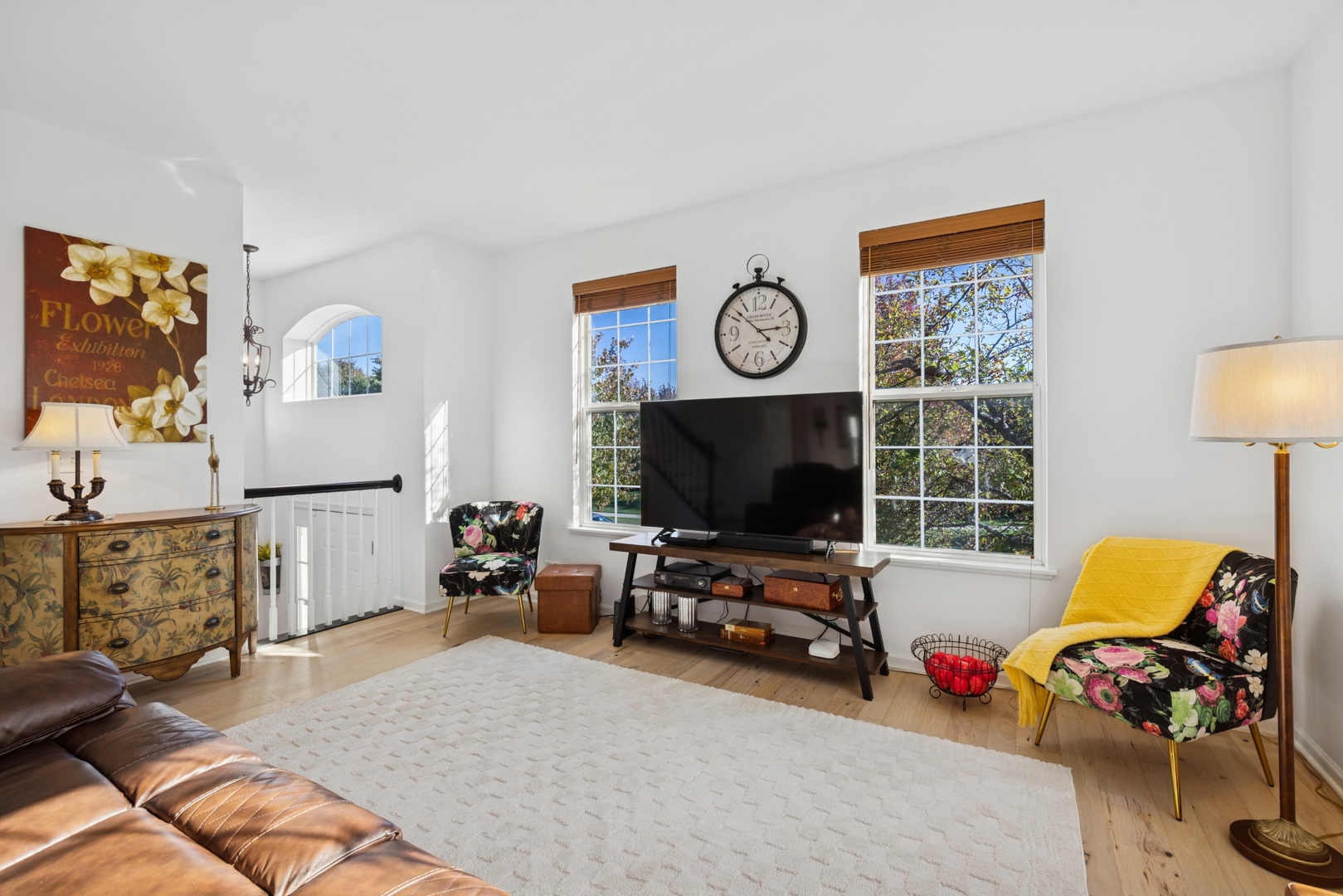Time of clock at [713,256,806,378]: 2:52
